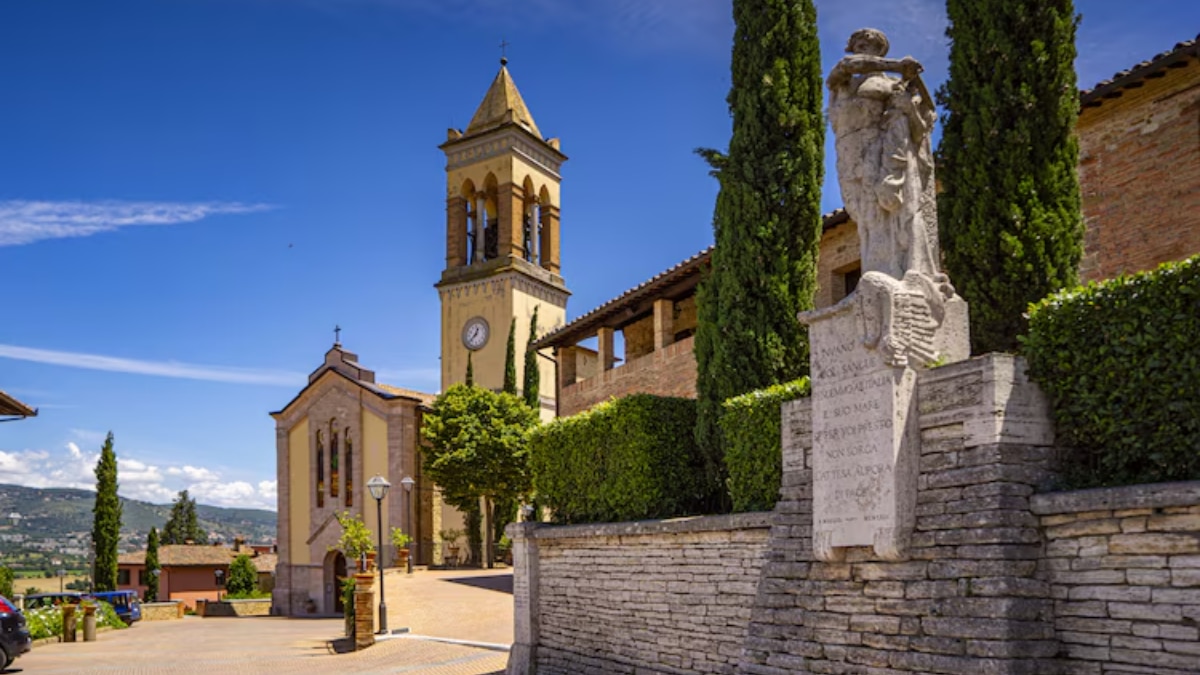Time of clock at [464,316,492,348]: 12:37
